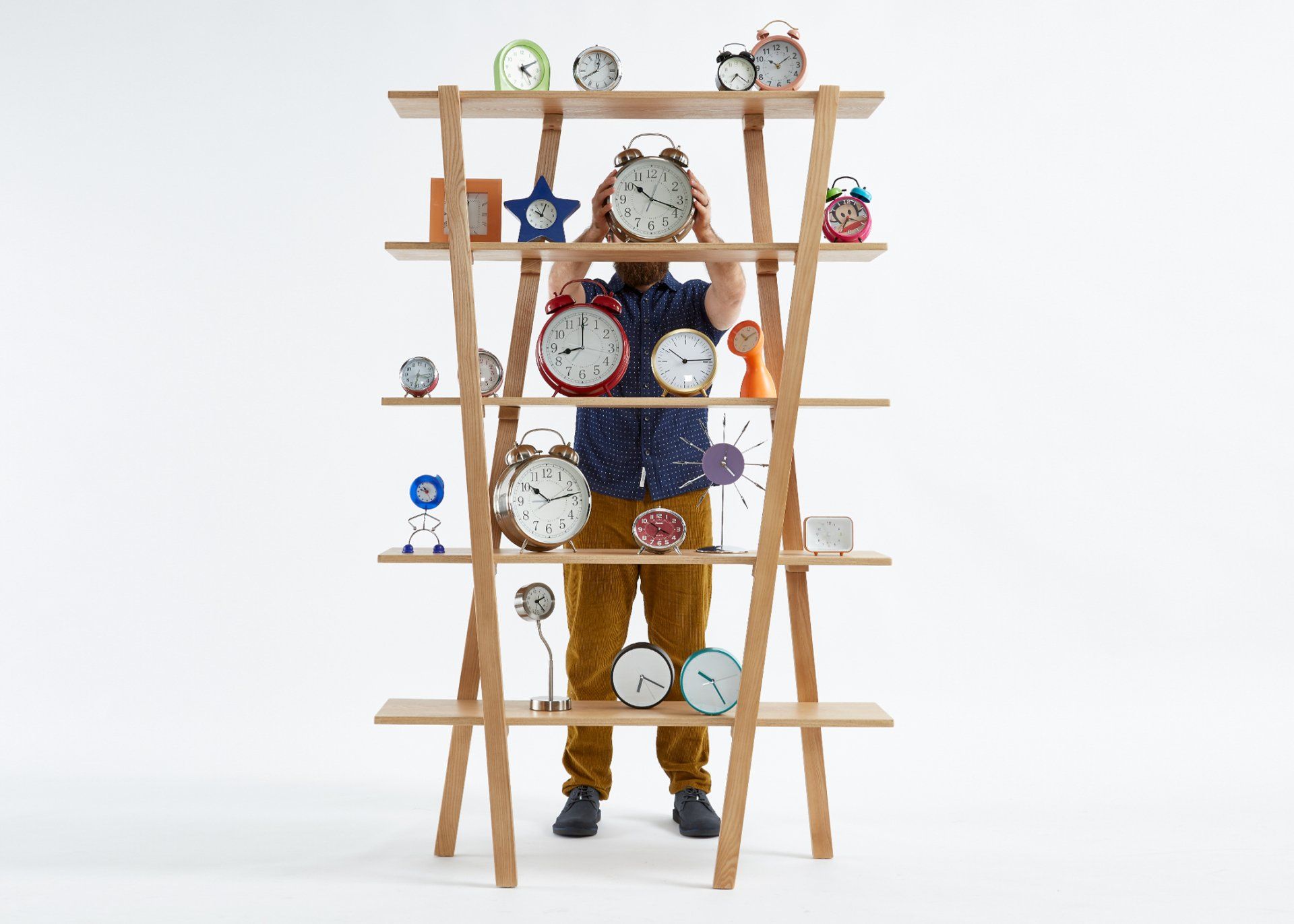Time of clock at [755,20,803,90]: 10:09
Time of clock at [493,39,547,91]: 4:10
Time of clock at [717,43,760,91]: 7:21
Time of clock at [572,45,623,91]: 8:01
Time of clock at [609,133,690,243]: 10:18
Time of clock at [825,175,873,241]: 3:34
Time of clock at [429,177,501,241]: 11:28
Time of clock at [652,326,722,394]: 10:14
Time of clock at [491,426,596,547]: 10:12
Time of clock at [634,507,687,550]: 3:51
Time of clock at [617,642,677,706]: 6:19
